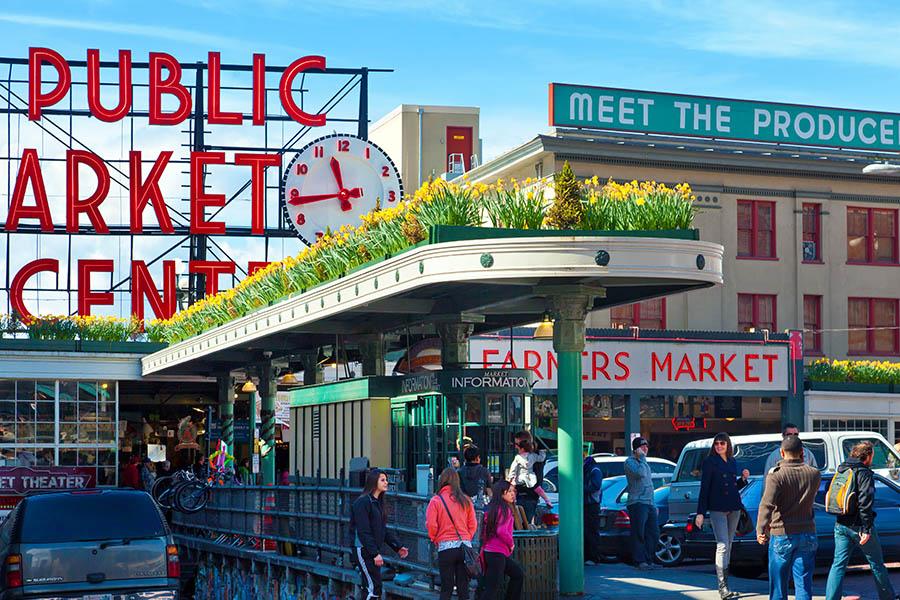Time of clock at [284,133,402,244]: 11:43
